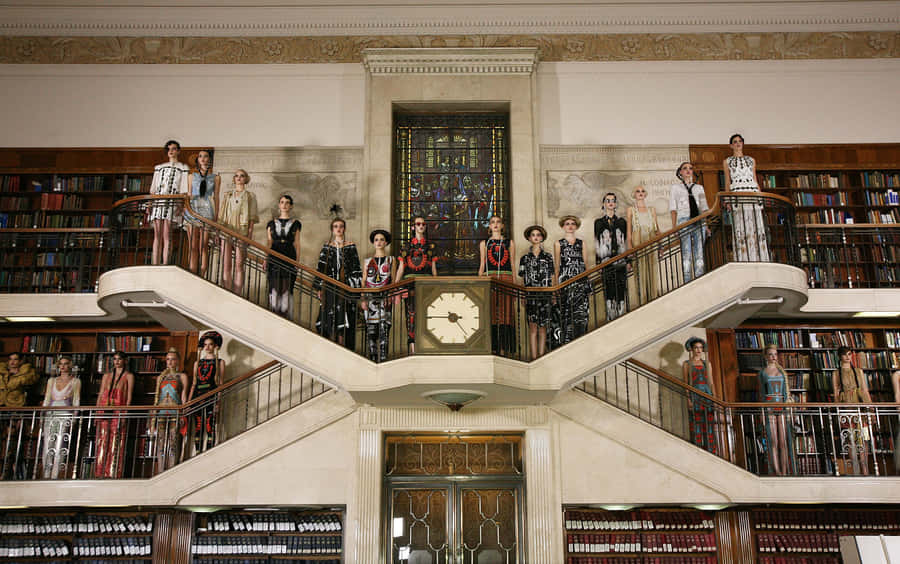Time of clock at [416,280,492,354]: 4:45
